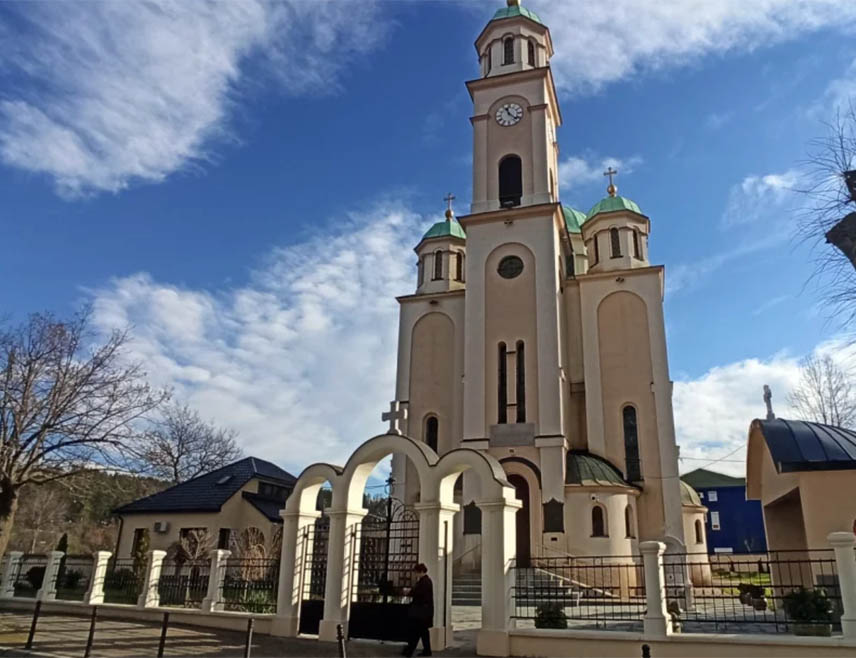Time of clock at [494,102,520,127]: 11:22
